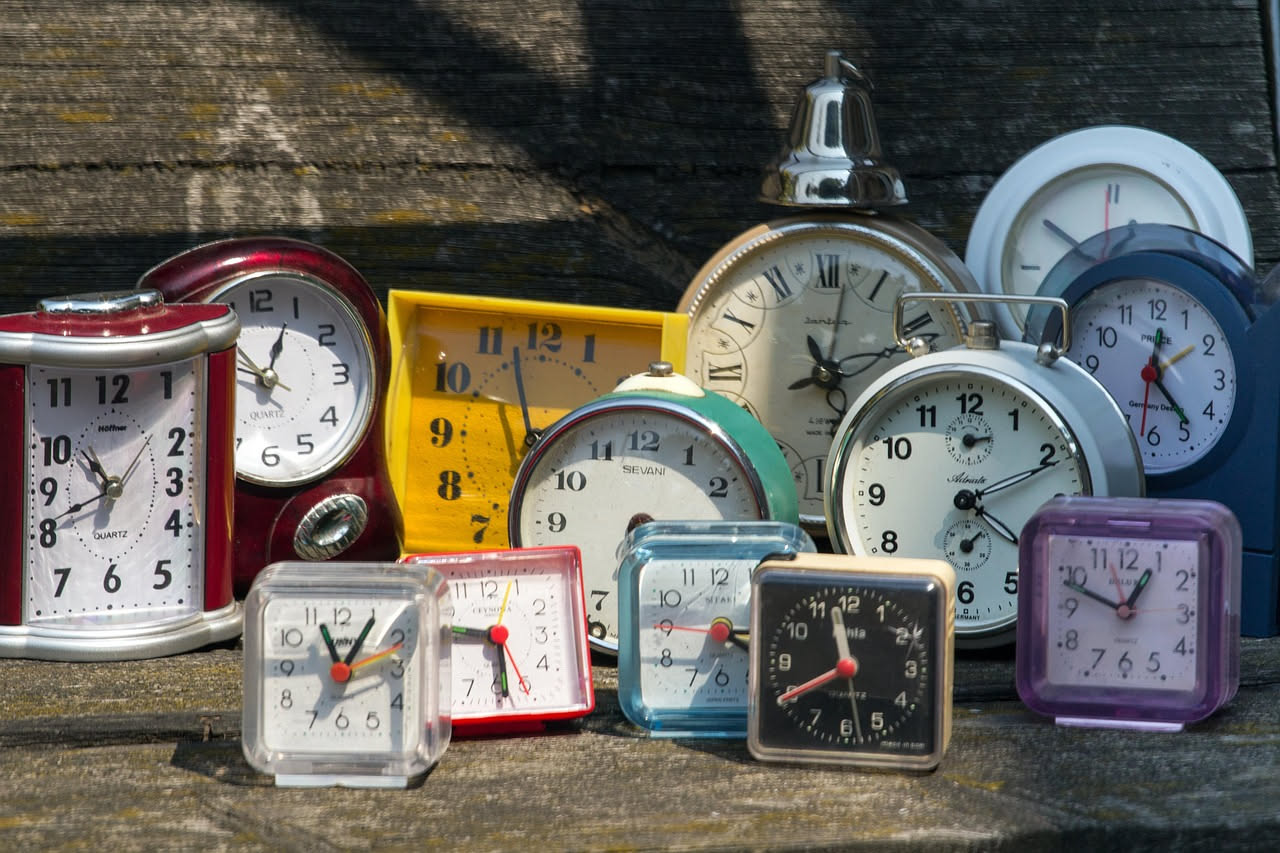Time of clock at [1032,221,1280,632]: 12:23
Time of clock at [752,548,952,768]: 11:40
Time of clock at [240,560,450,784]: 11:05
